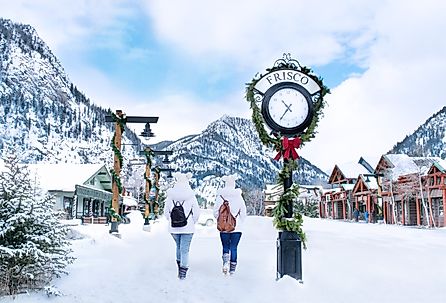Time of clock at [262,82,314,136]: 10:35
